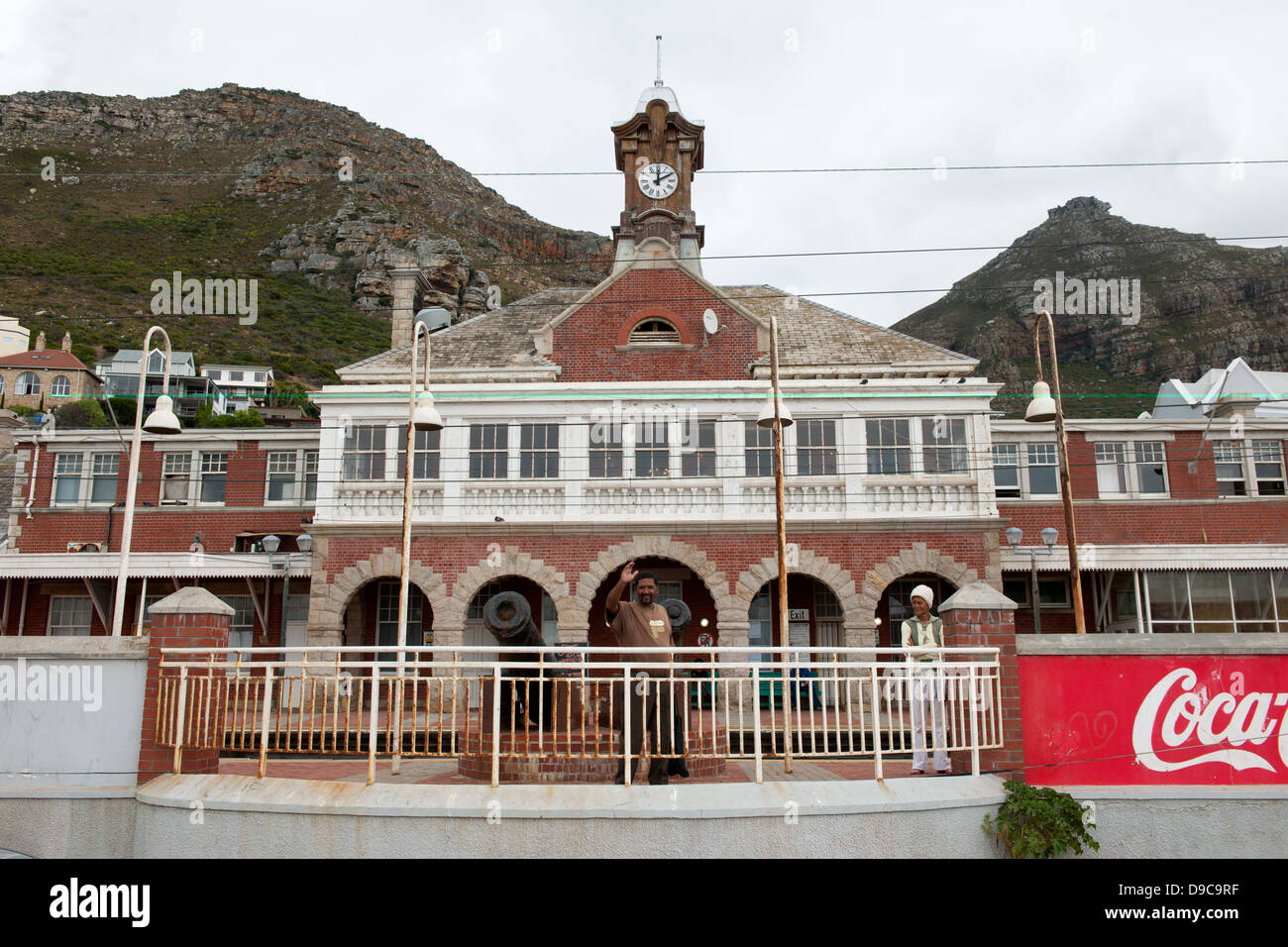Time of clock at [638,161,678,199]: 12:09
